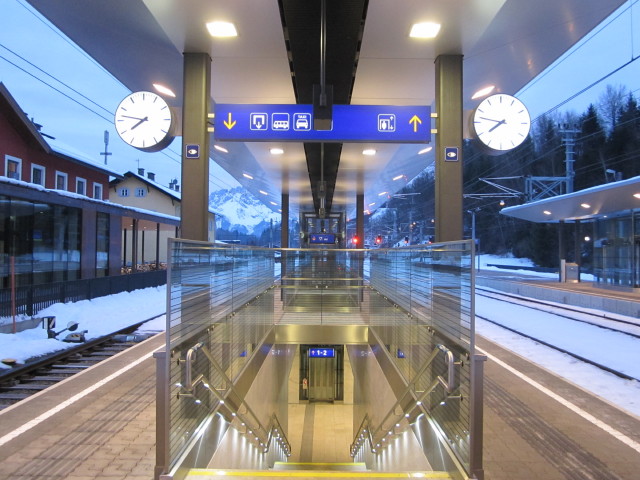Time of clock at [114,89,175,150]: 7:46
